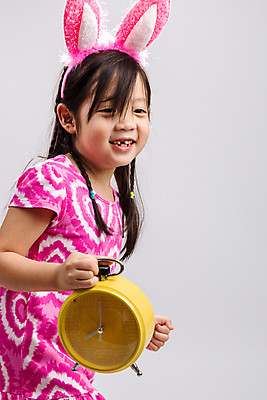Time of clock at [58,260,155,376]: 8:01
